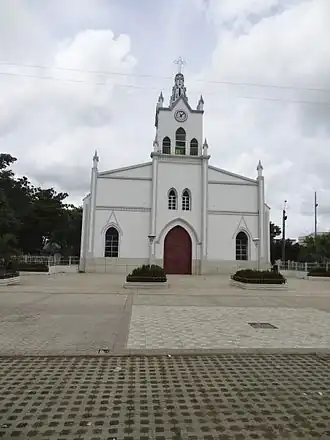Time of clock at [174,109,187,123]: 11:07
